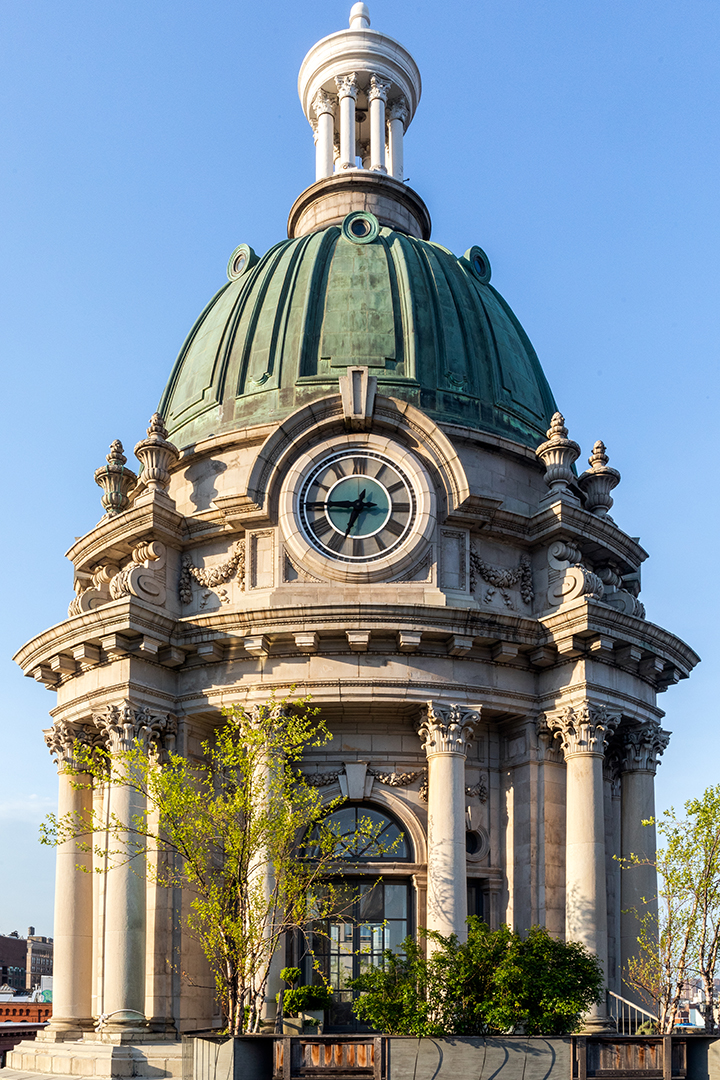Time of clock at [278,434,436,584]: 6:44
